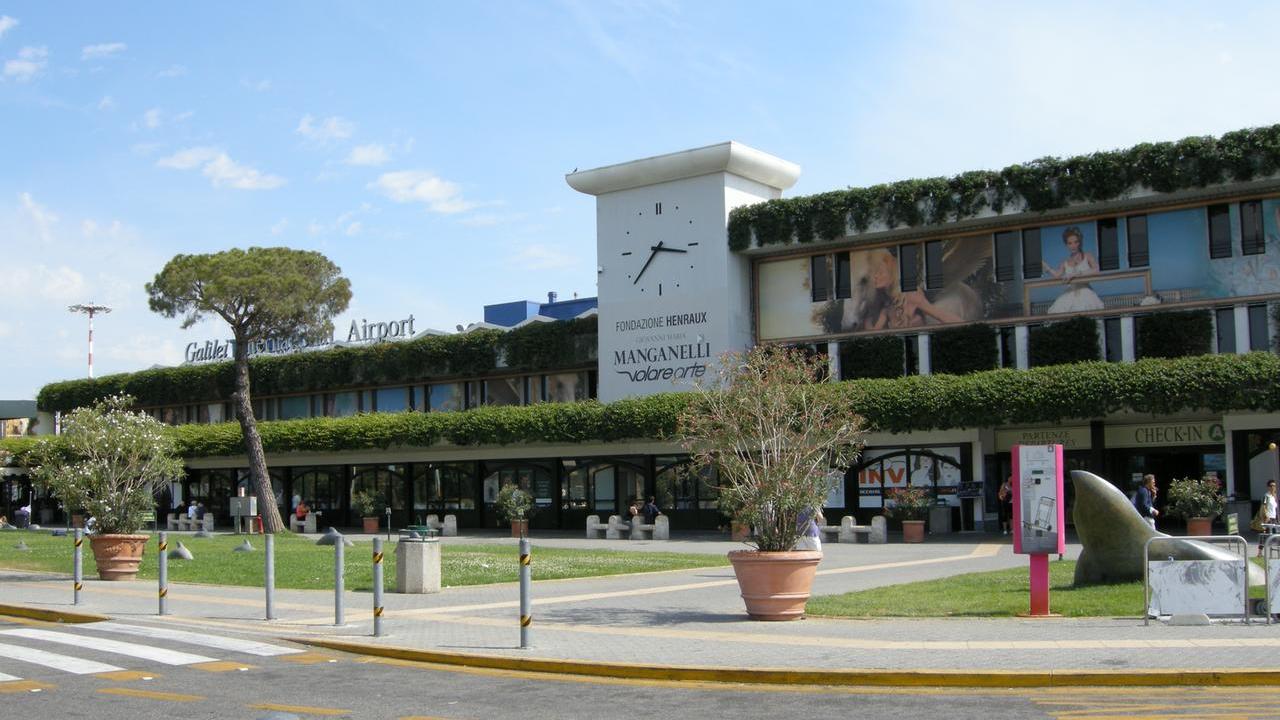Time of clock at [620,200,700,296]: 3:37
